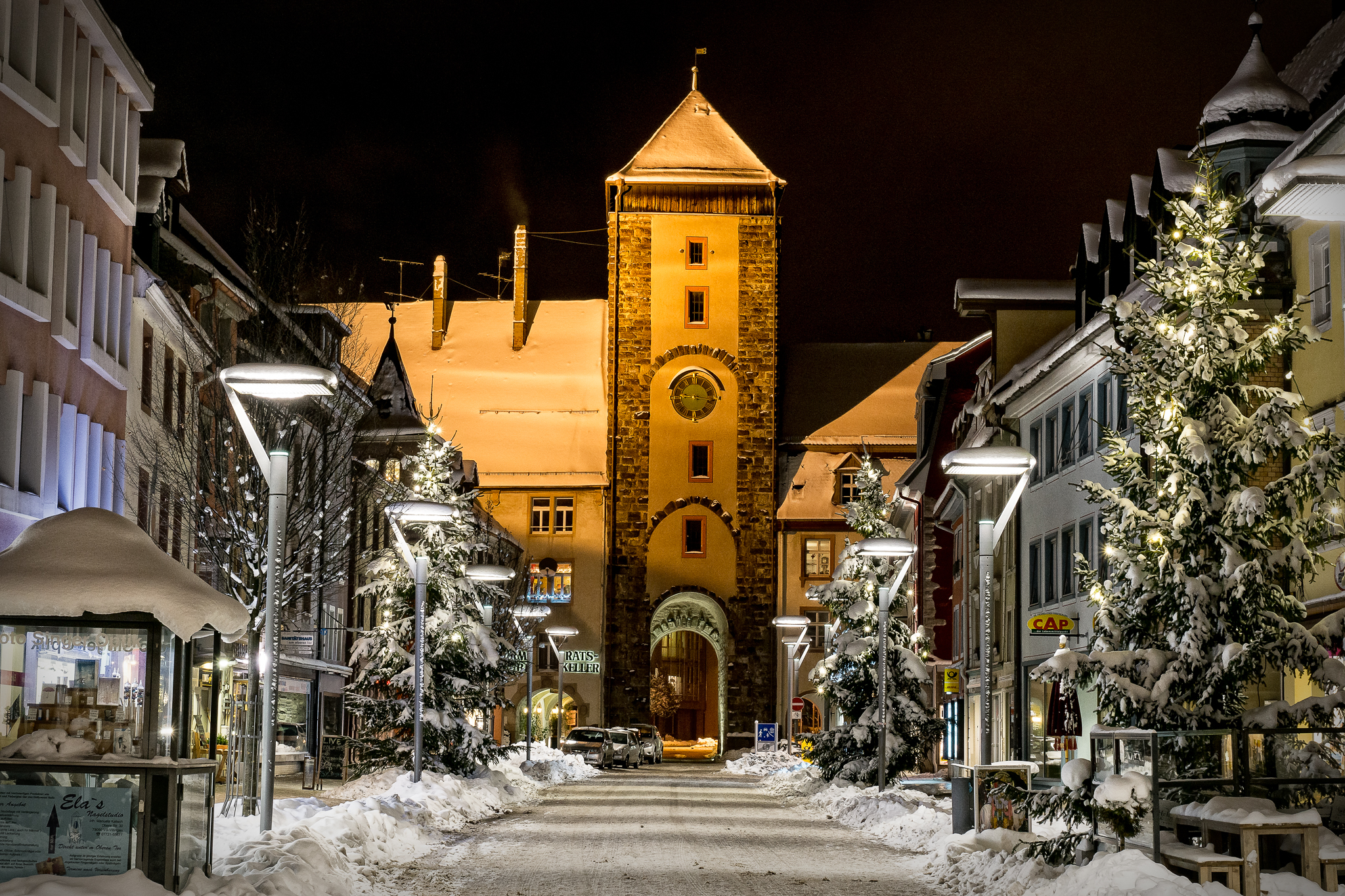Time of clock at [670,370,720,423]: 9:16
